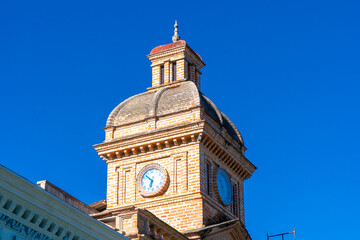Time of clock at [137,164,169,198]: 6:52
